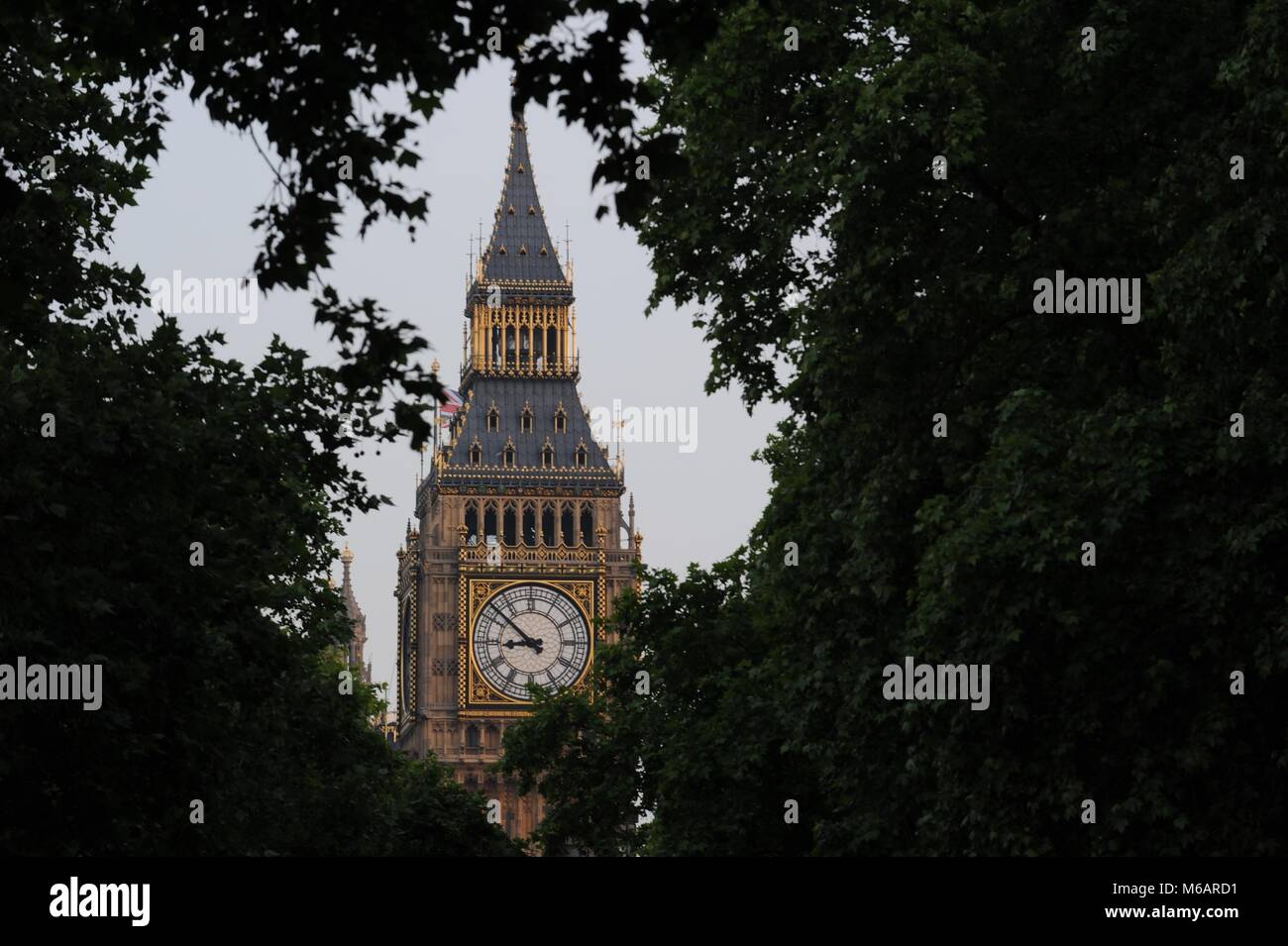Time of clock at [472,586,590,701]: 8:51
